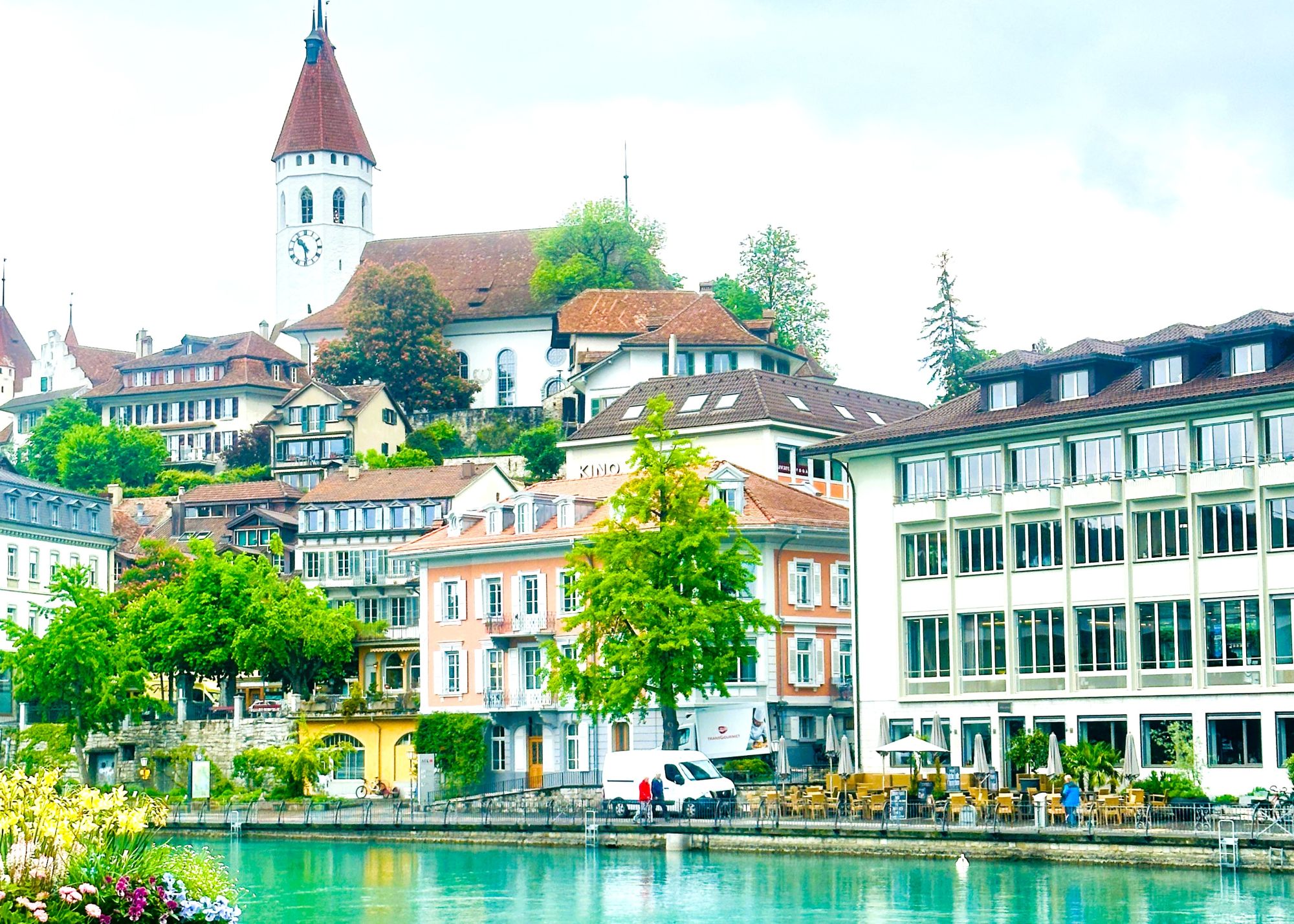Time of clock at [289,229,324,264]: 10:29
